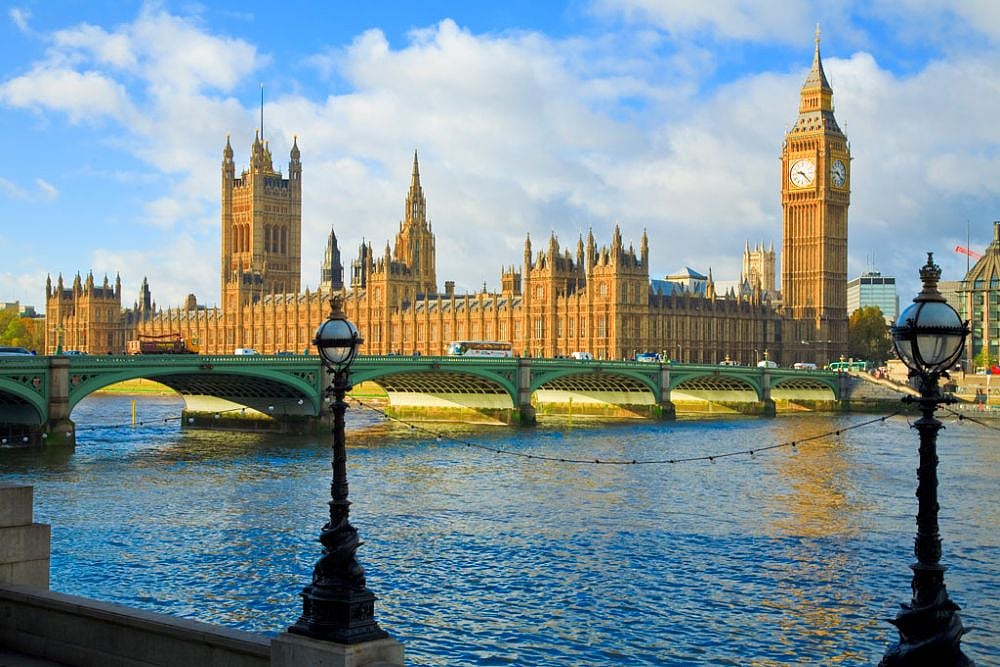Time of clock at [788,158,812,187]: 9:22
